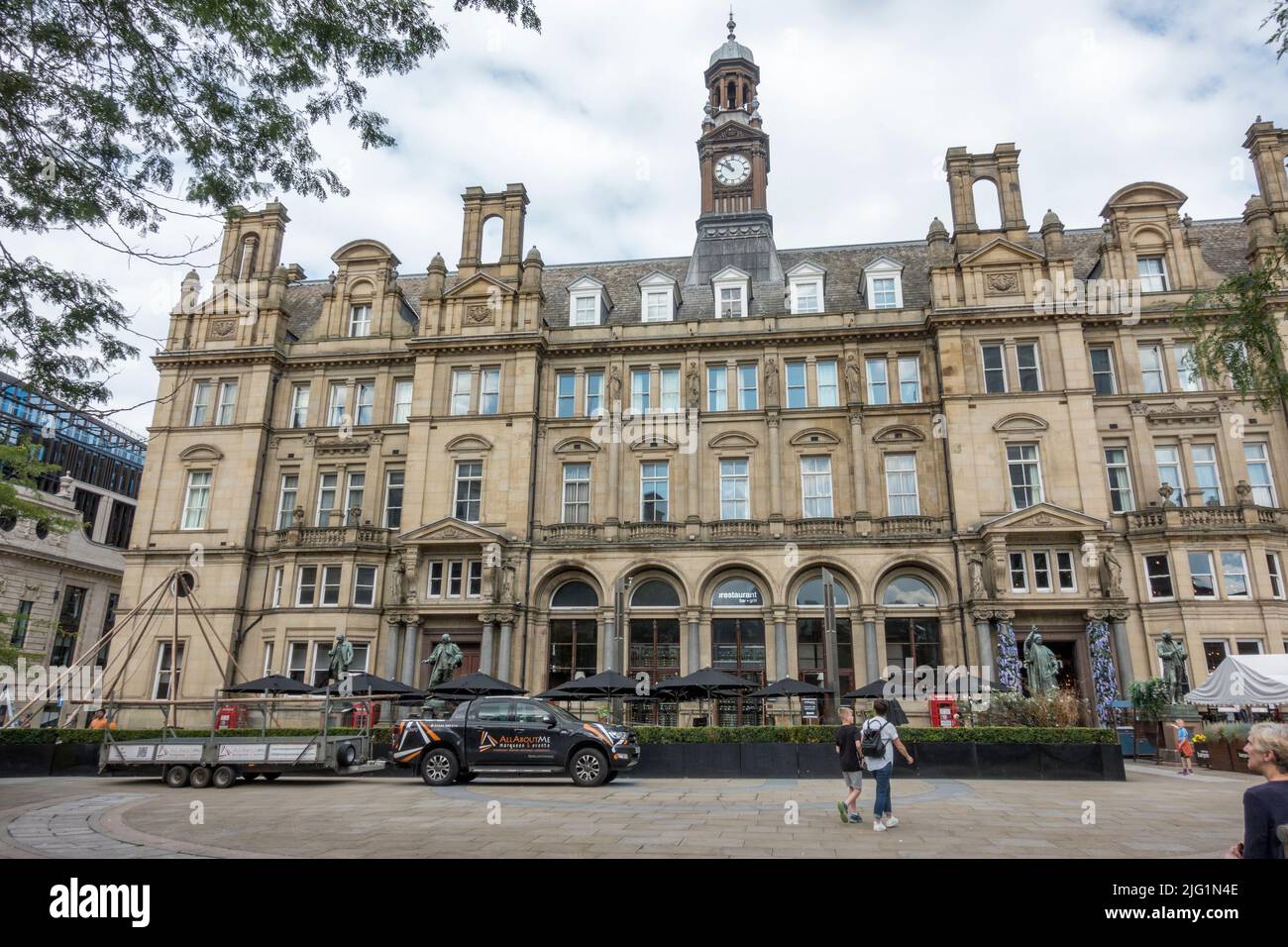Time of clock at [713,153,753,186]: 10:50
